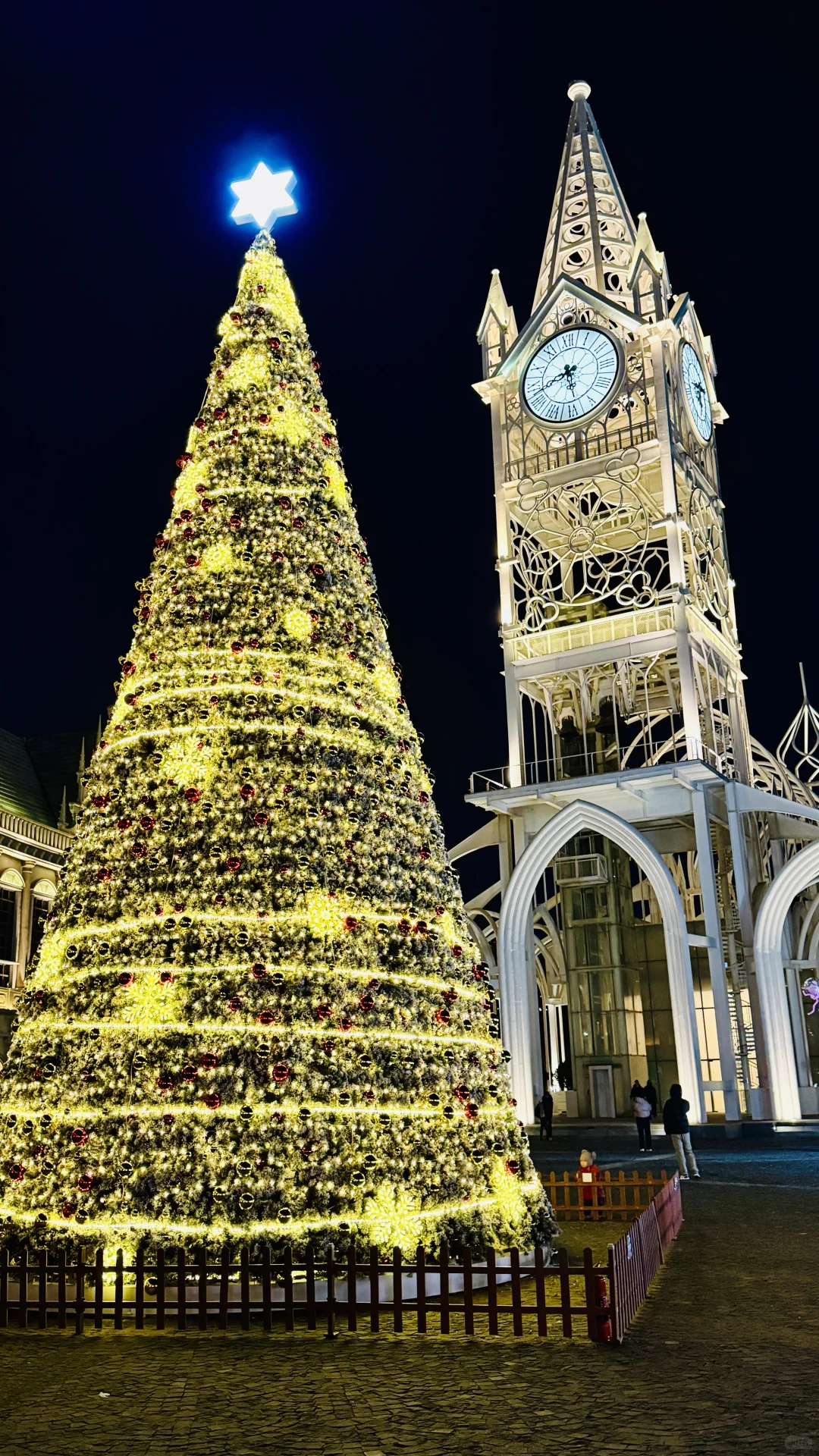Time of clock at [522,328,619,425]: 5:42
